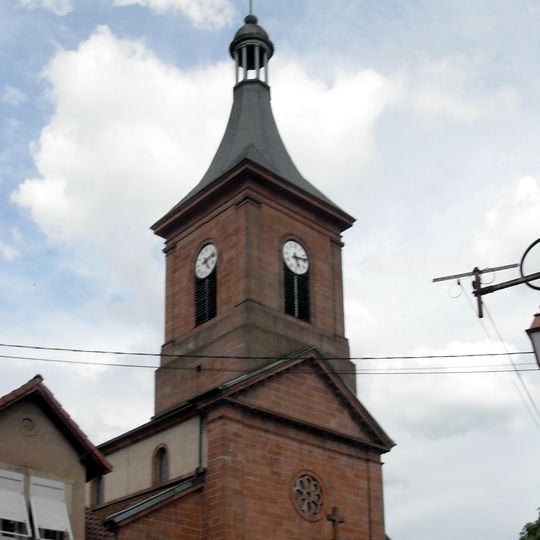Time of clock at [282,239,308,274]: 5:13
